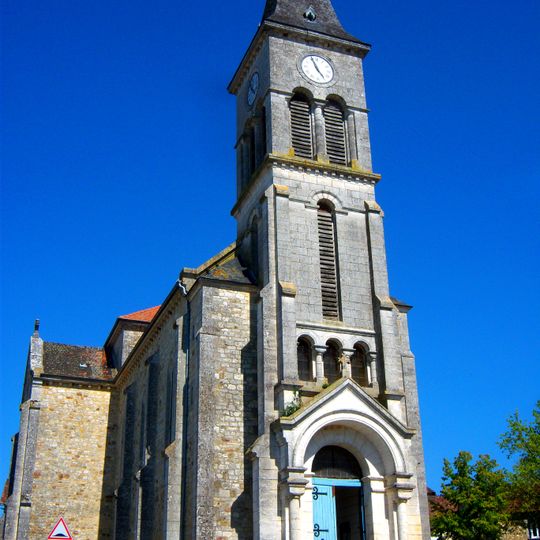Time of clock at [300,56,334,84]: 4:56
